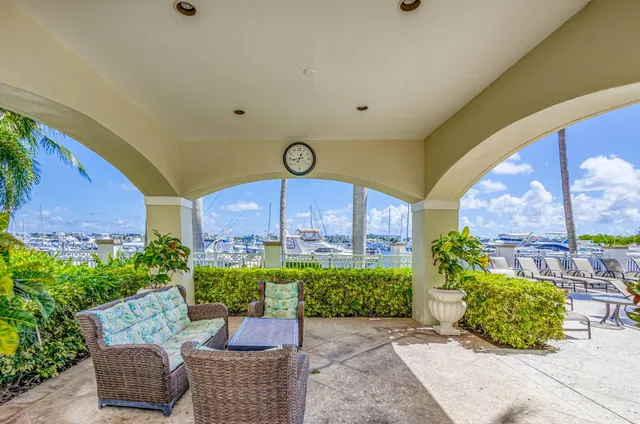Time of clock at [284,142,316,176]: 12:43
